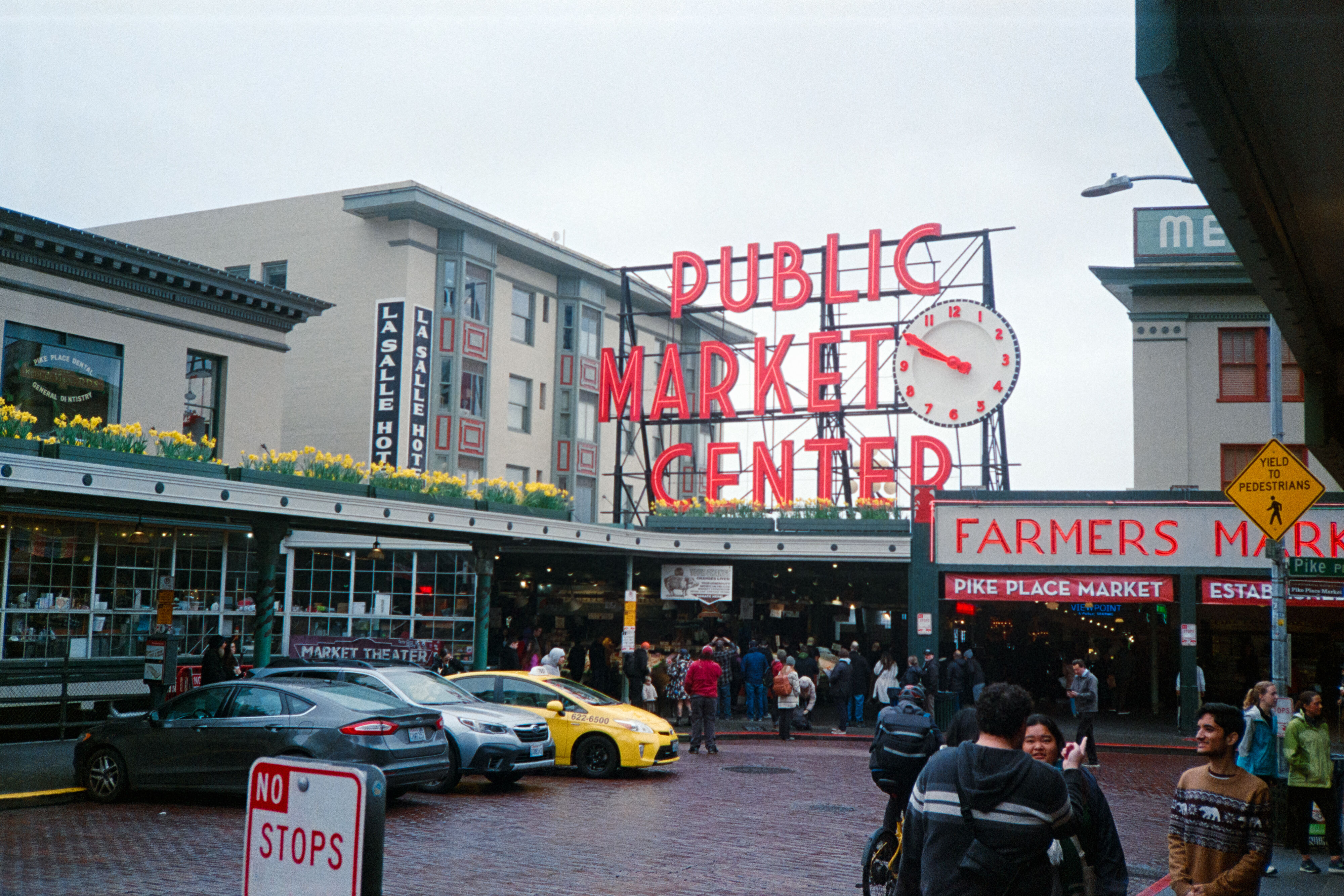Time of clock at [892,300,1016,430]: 9:50
